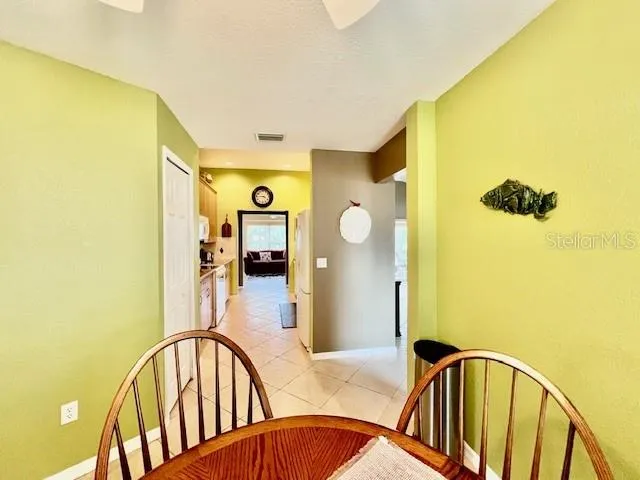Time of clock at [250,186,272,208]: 3:44
